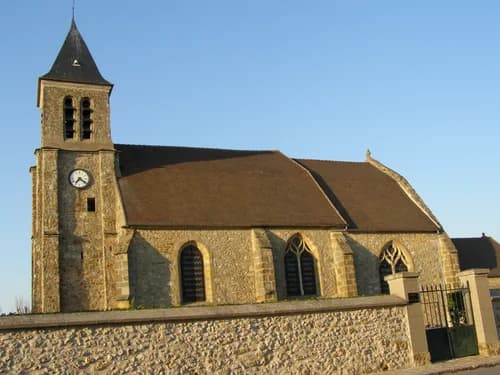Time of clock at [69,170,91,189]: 7:20
